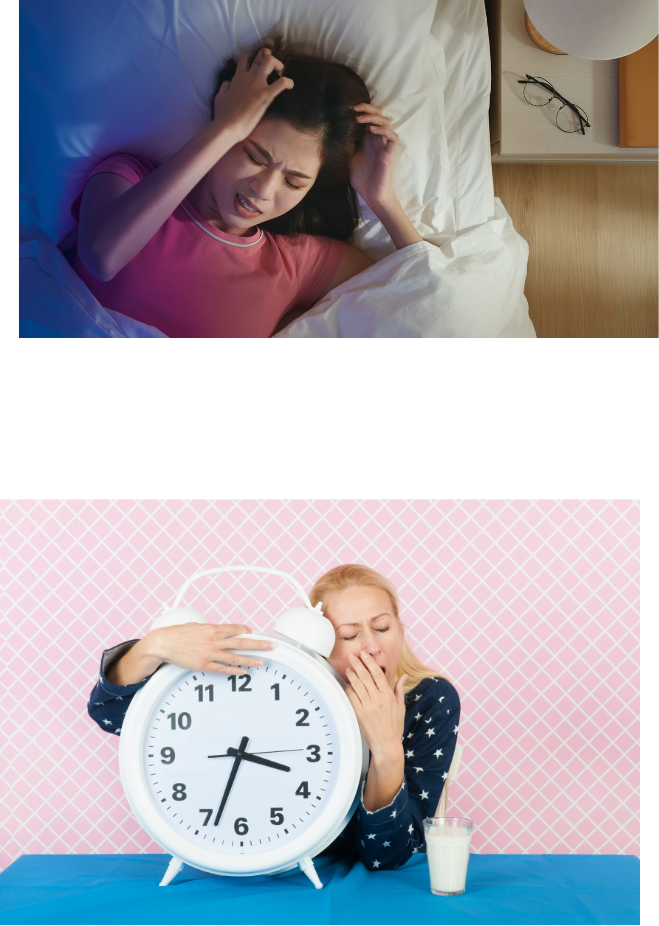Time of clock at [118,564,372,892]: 3:33
